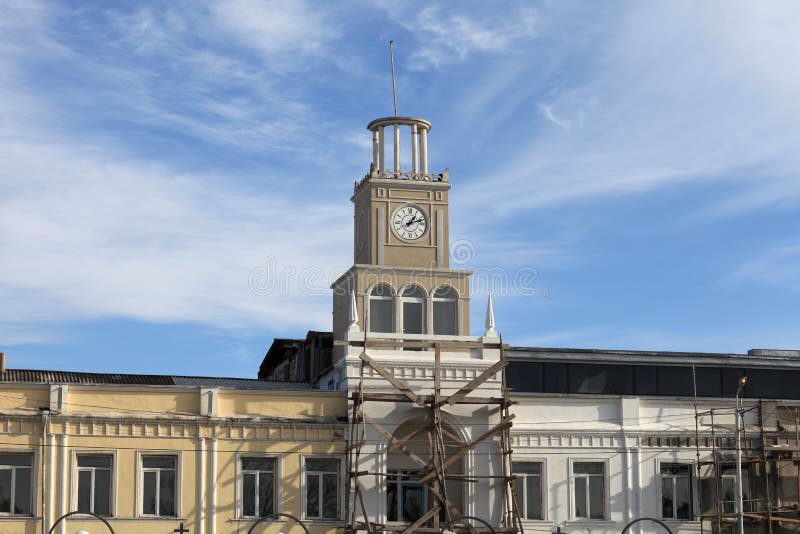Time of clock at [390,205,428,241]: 1:11
